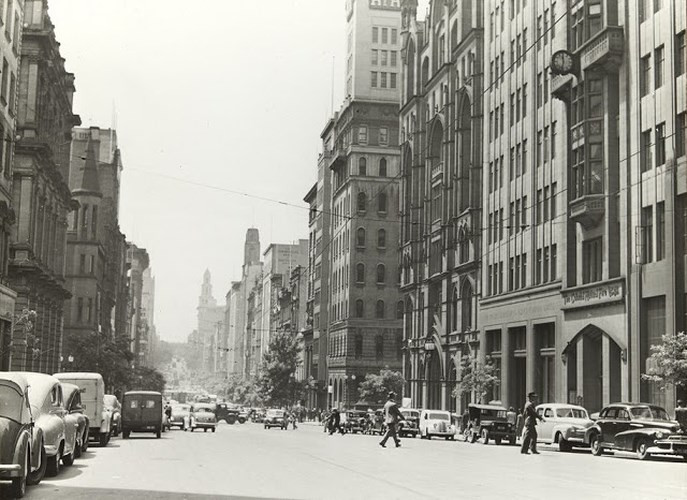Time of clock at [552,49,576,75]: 11:32
